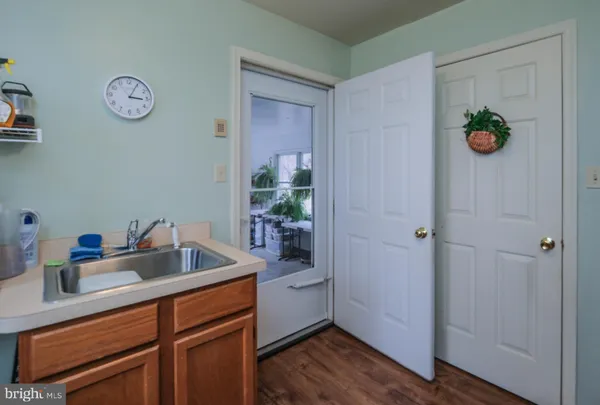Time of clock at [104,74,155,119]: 3:04
